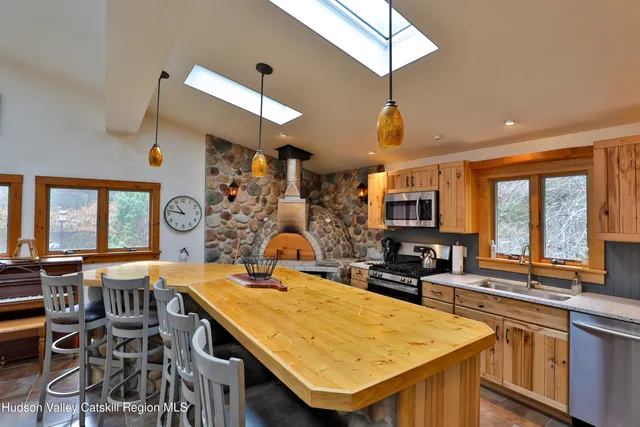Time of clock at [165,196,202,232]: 10:47
